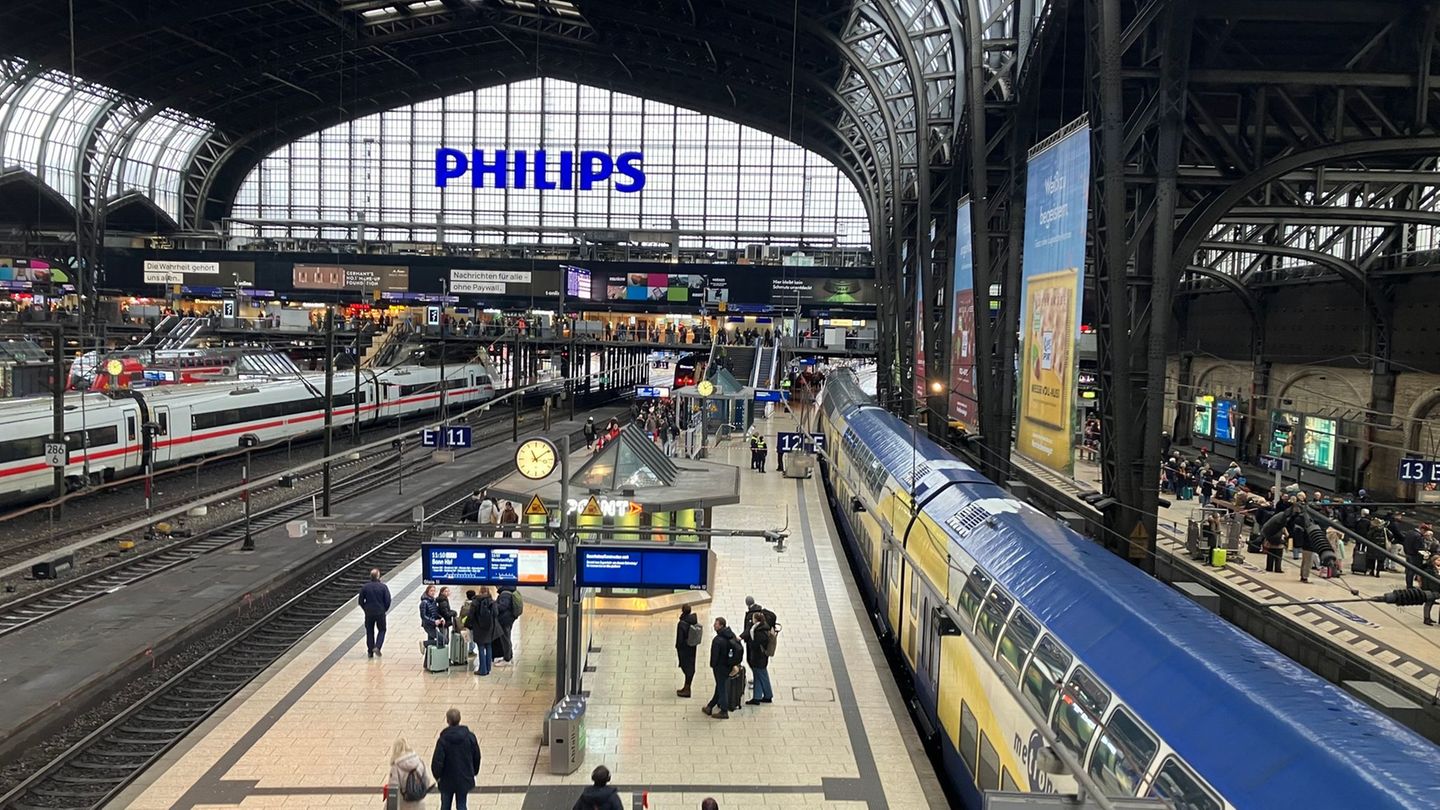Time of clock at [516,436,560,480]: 11:09
